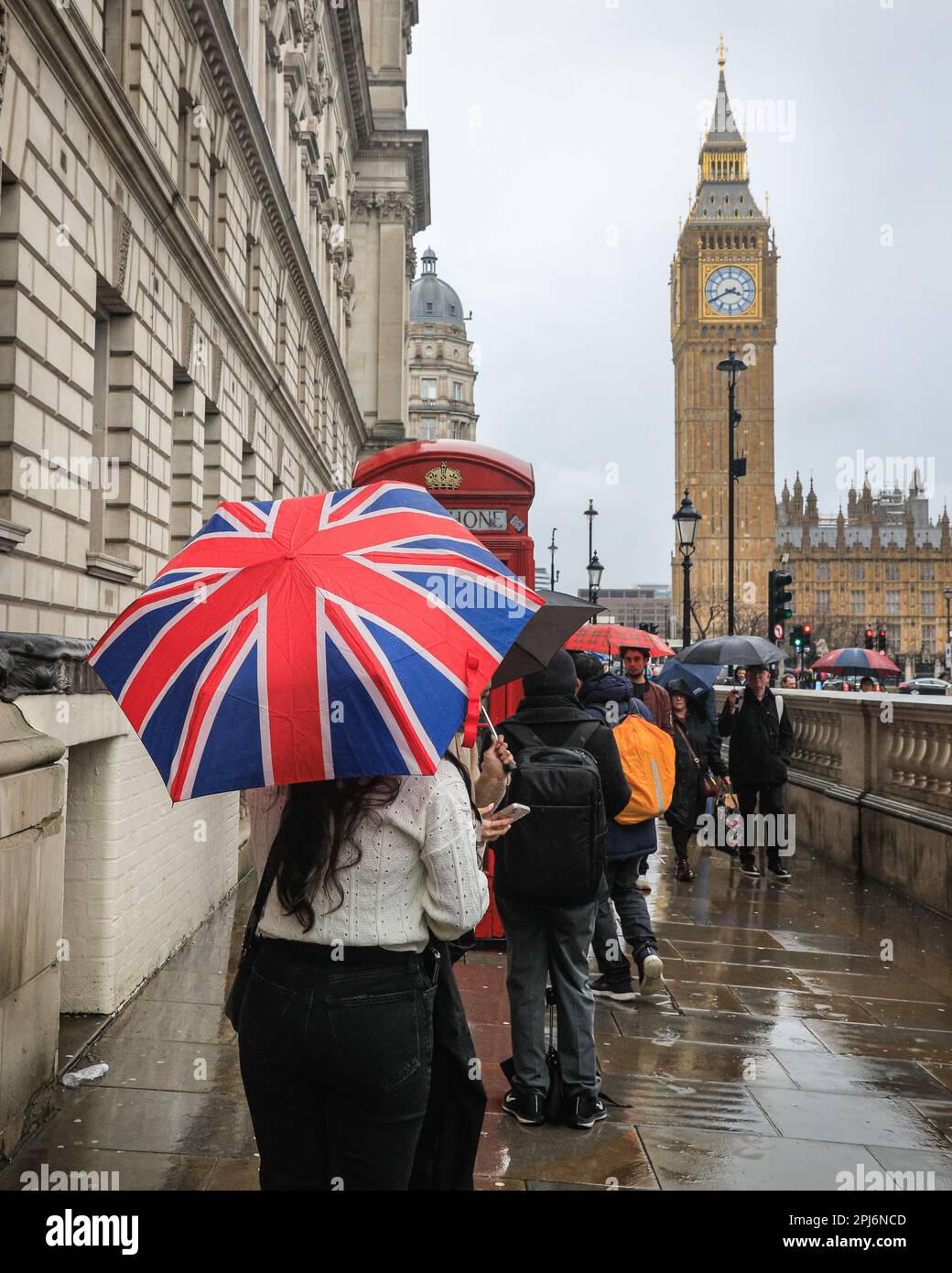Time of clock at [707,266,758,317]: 3:40
